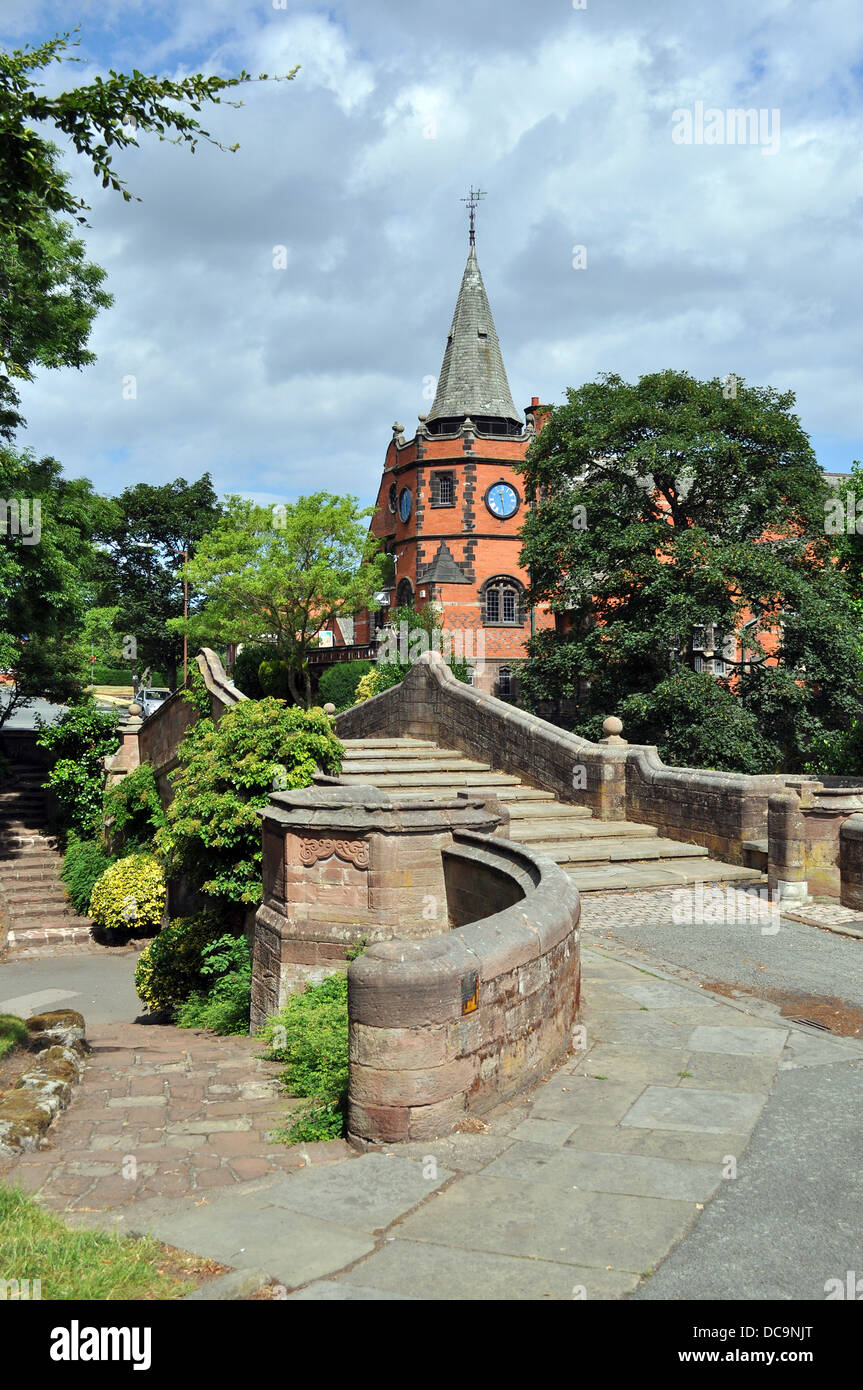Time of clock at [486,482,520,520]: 11:28
